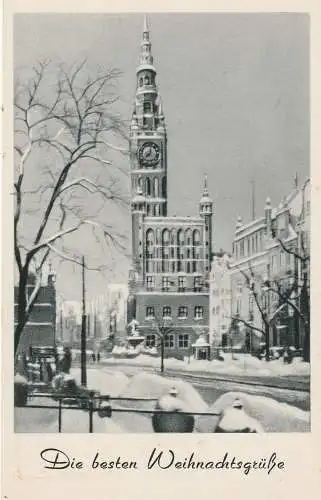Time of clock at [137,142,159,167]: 8:01
